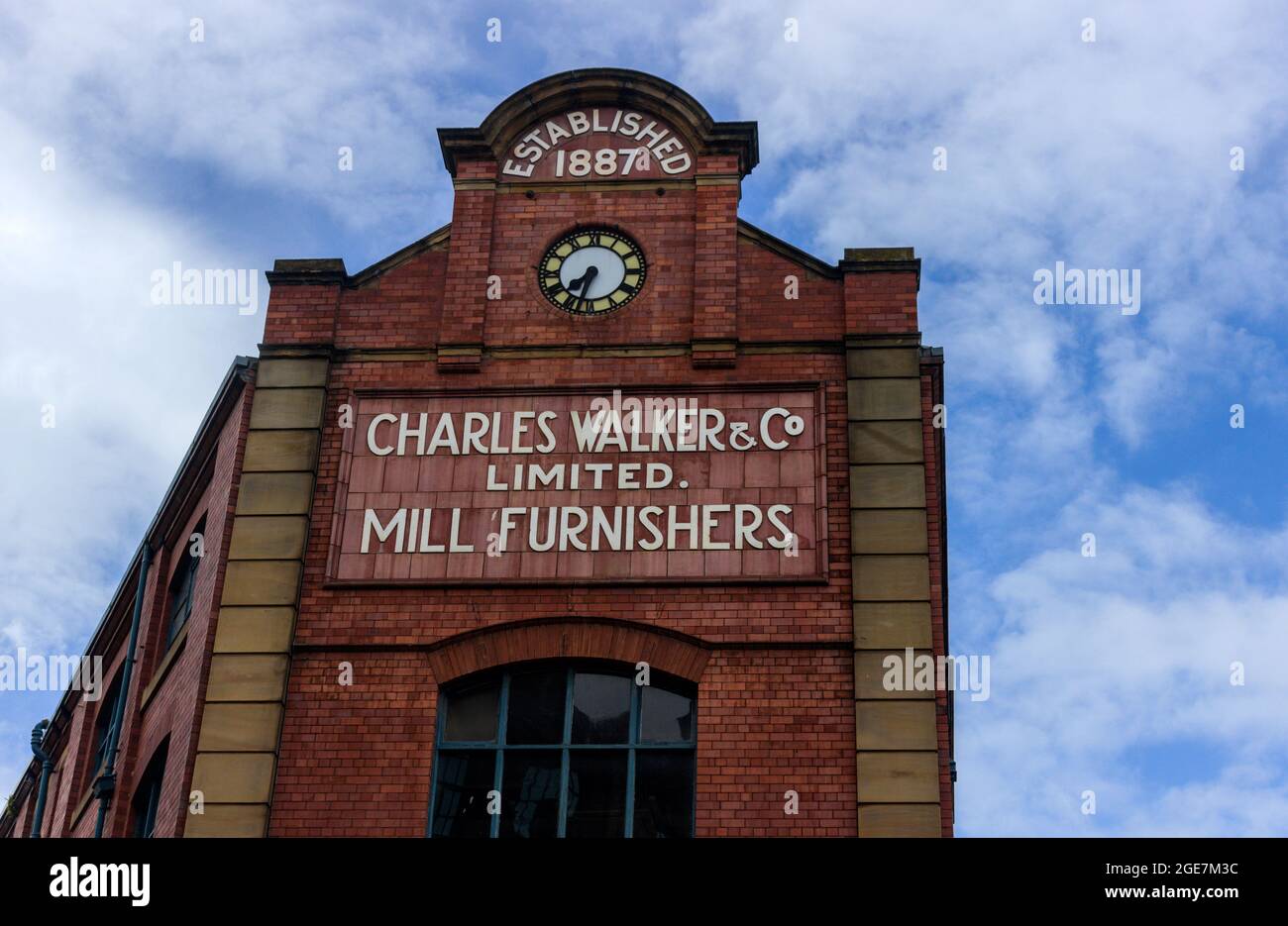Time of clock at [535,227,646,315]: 7:32
